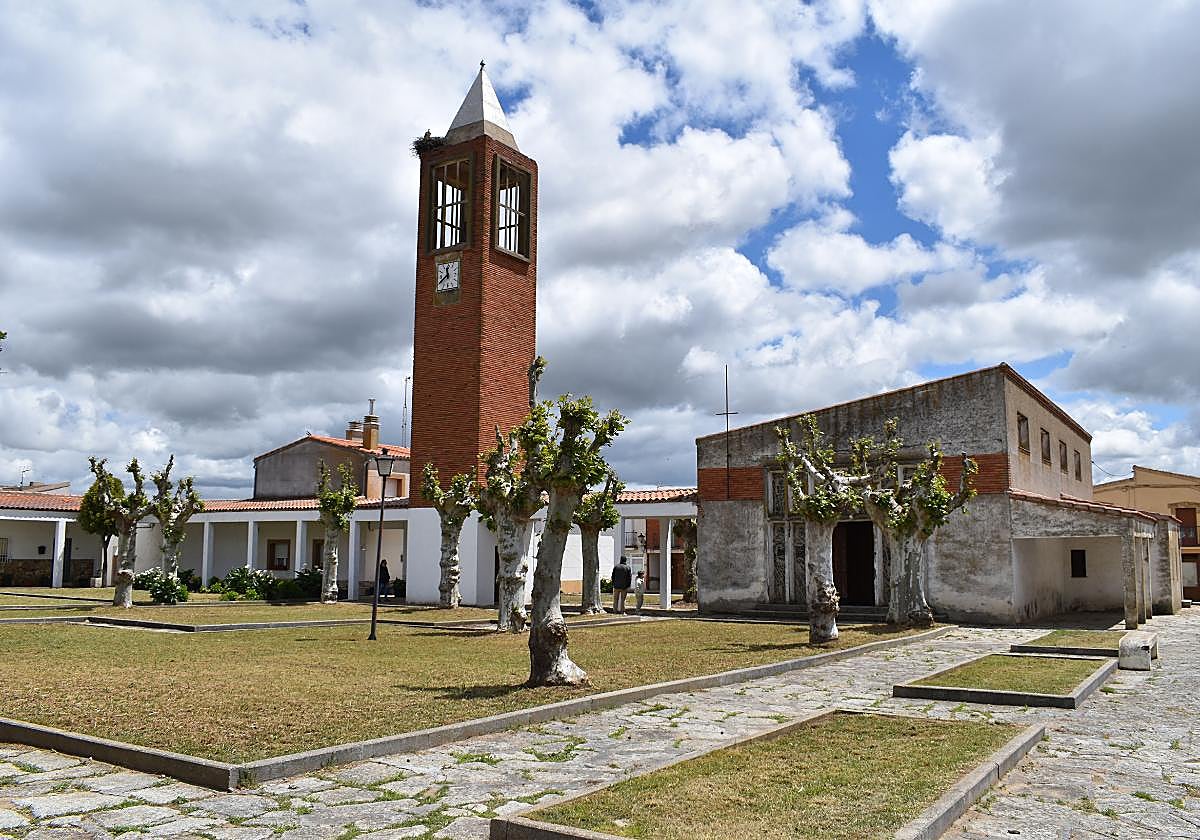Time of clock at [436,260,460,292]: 11:39
